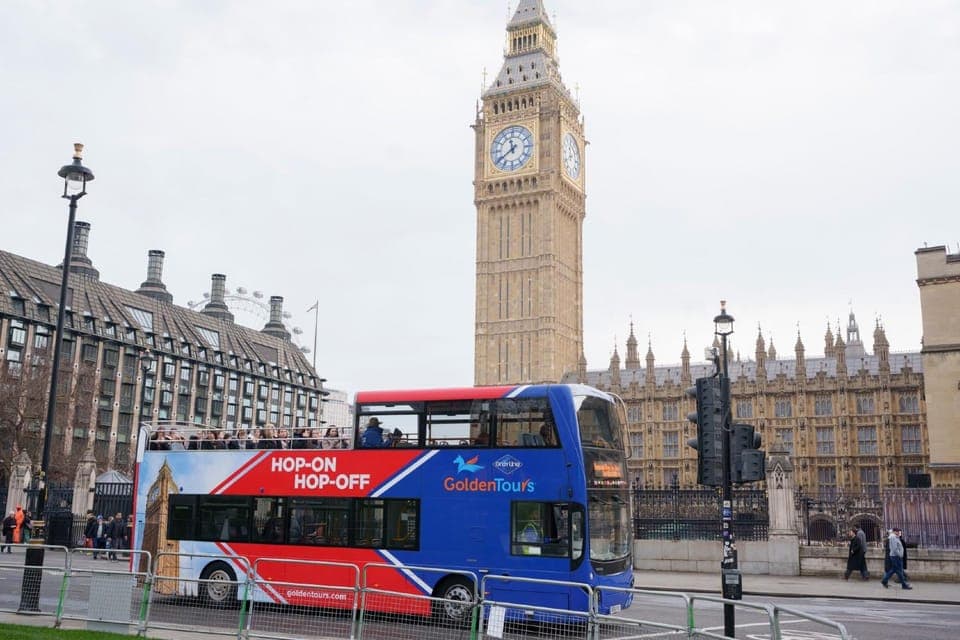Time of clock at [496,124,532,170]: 11:39
